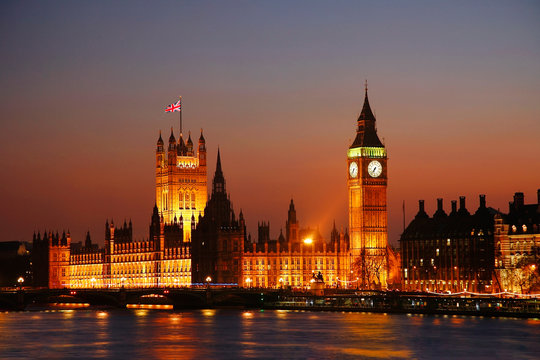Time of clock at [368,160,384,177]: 6:36
